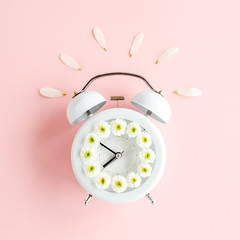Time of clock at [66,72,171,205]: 7:50
